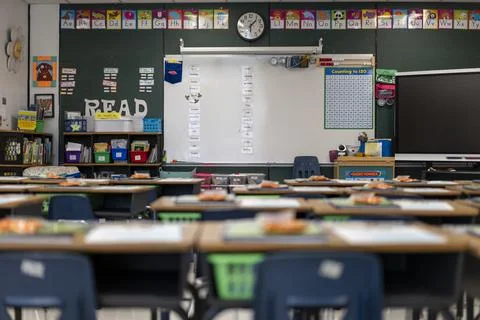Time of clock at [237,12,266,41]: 1:30
